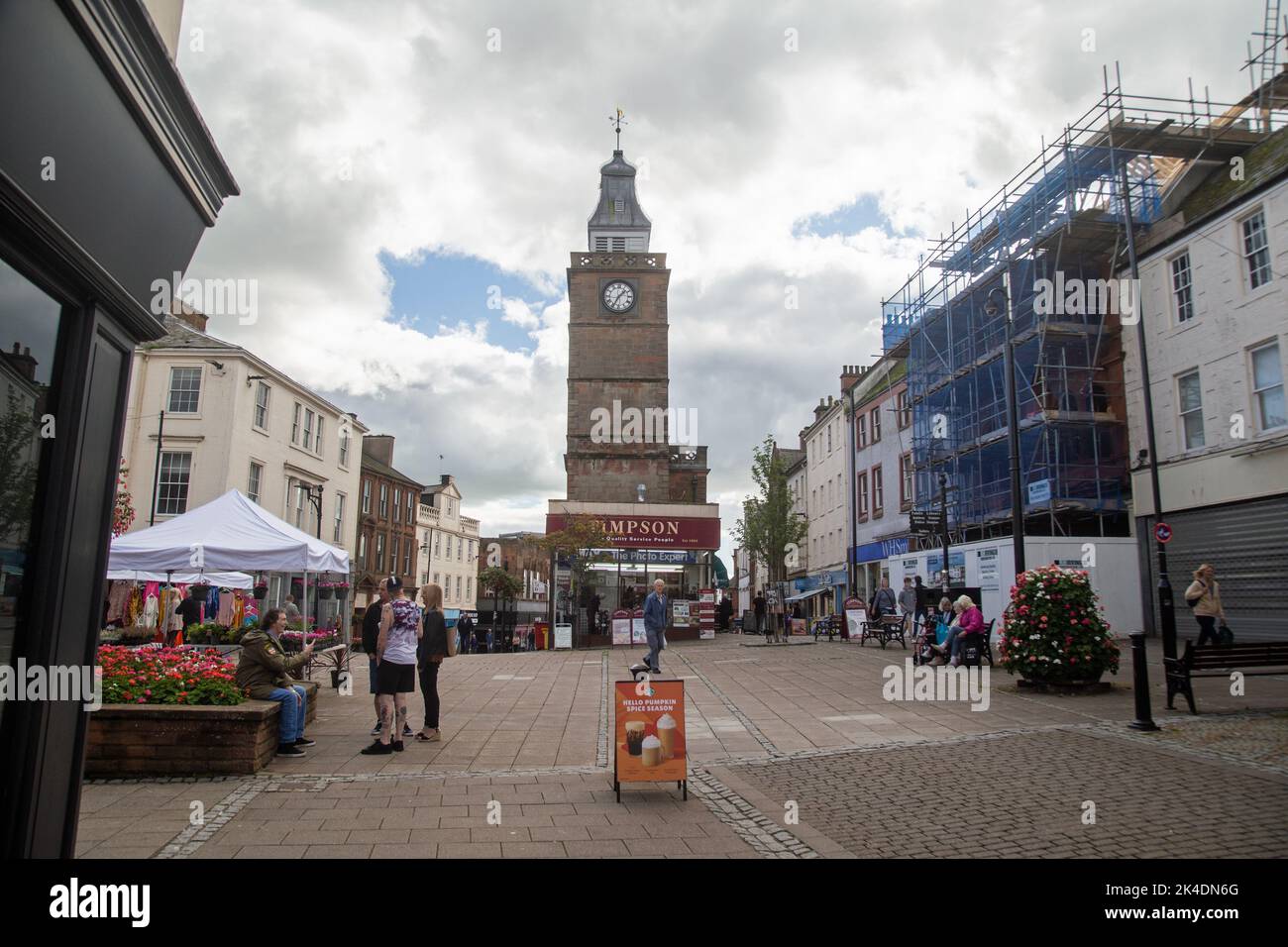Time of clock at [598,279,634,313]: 1:34
